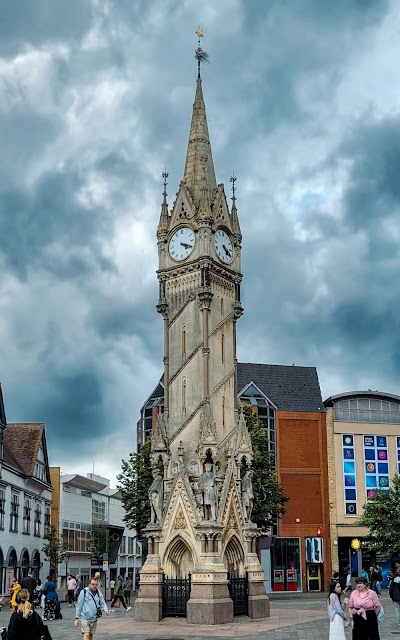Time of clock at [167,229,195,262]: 4:19
